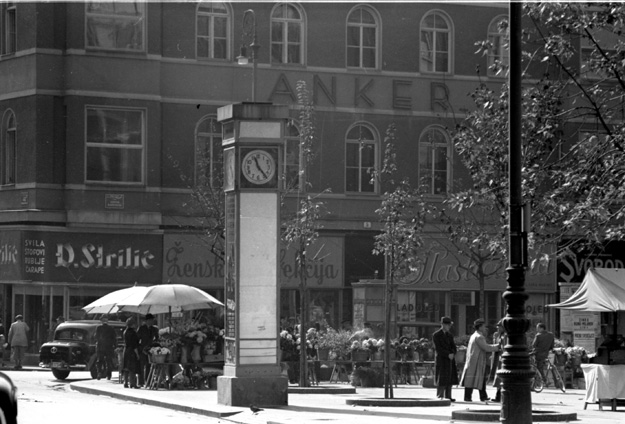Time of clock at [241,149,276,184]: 11:23
